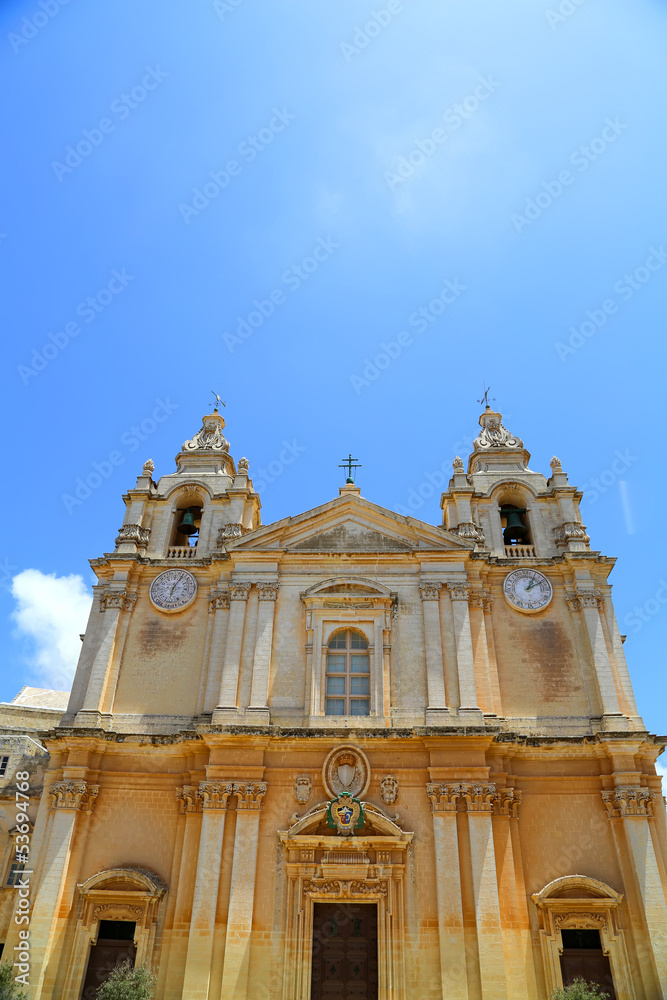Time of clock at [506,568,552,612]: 1:10
